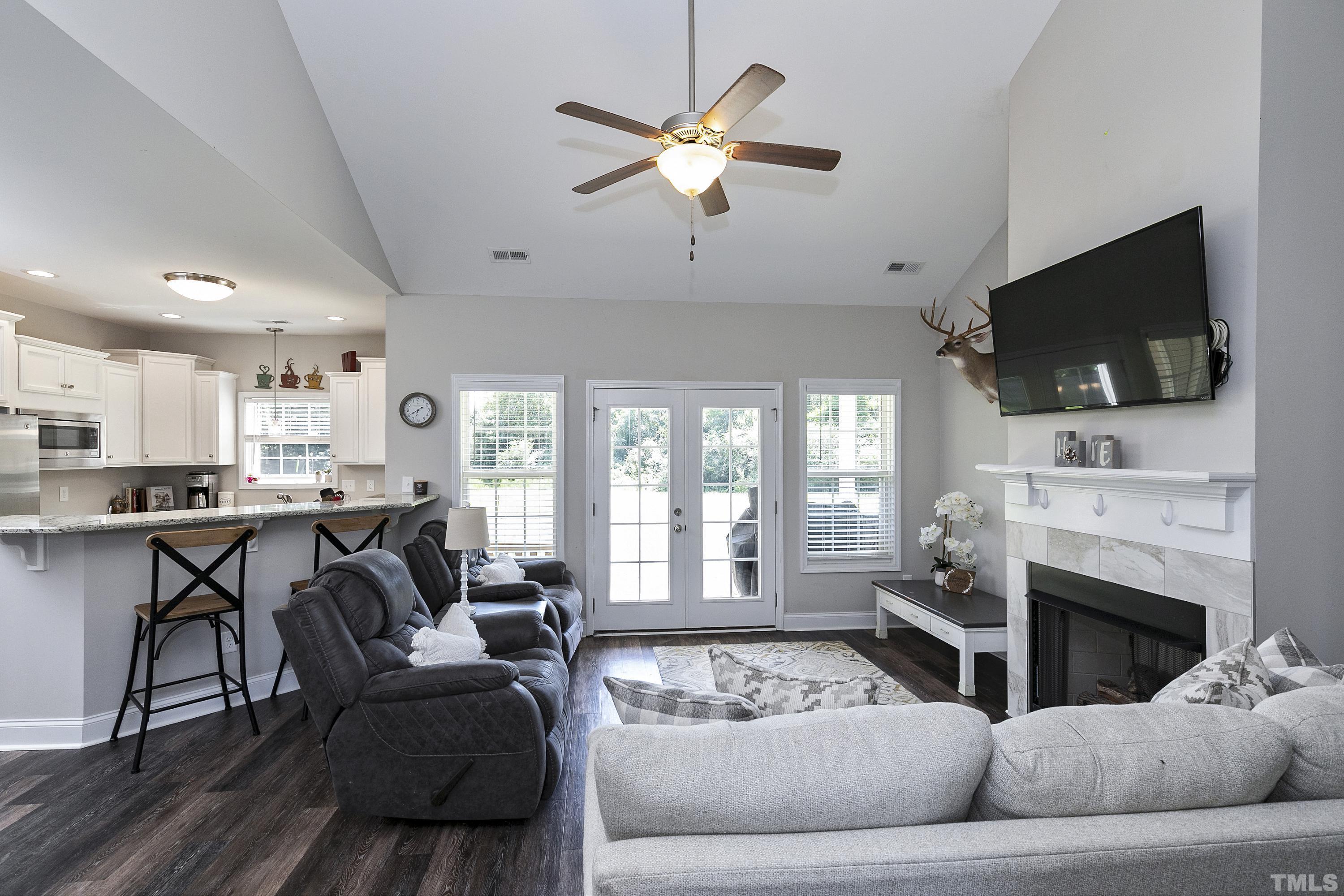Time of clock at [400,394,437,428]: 6:39
